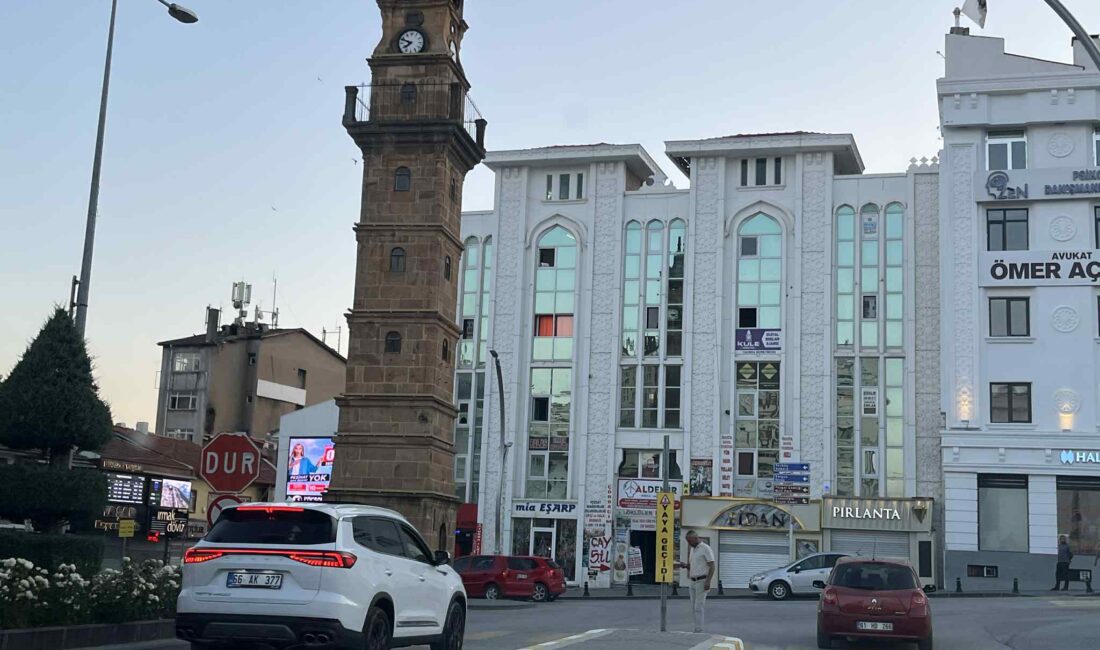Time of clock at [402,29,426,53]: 7:48
